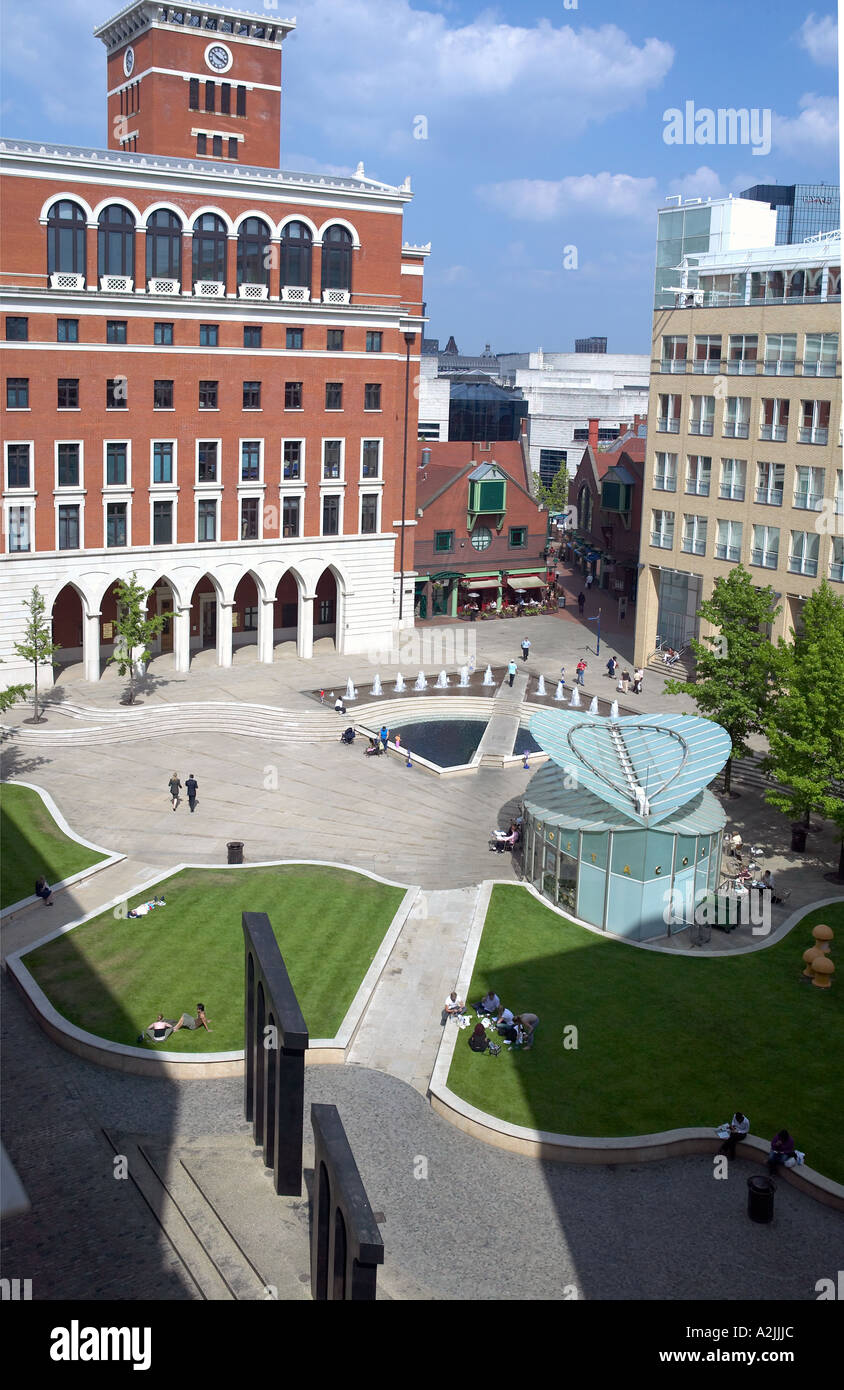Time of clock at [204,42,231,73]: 3:50
